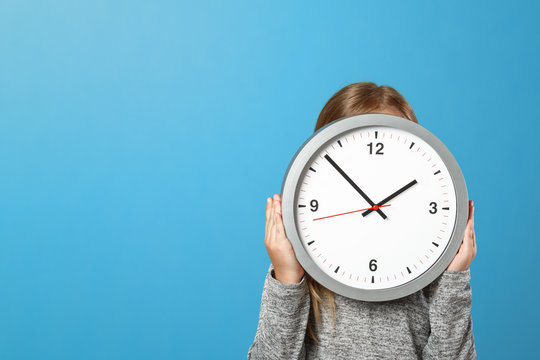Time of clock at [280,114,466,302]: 1:52
